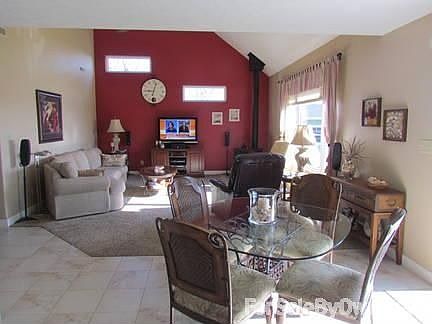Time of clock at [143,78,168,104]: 9:02
